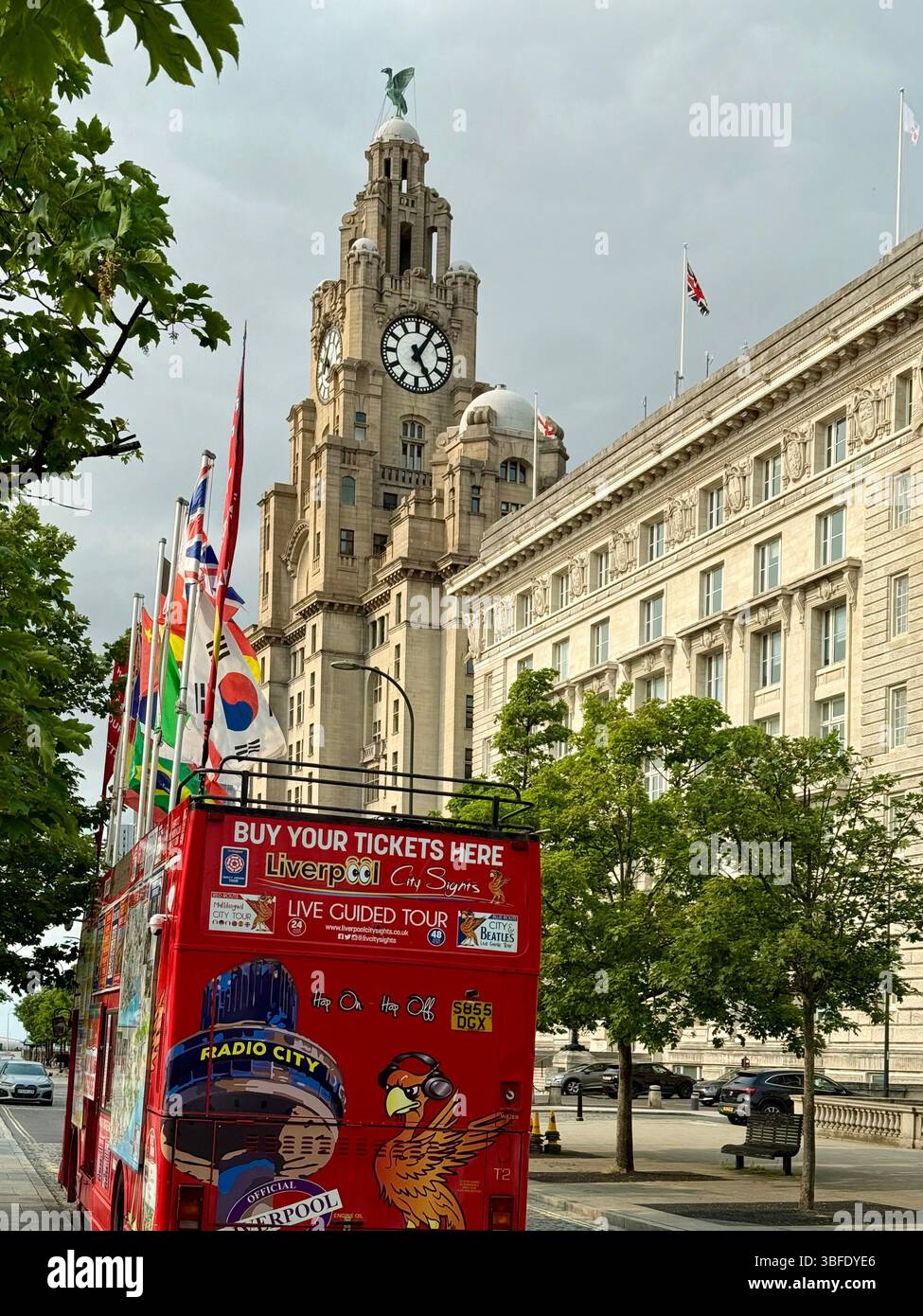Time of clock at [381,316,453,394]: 5:05
